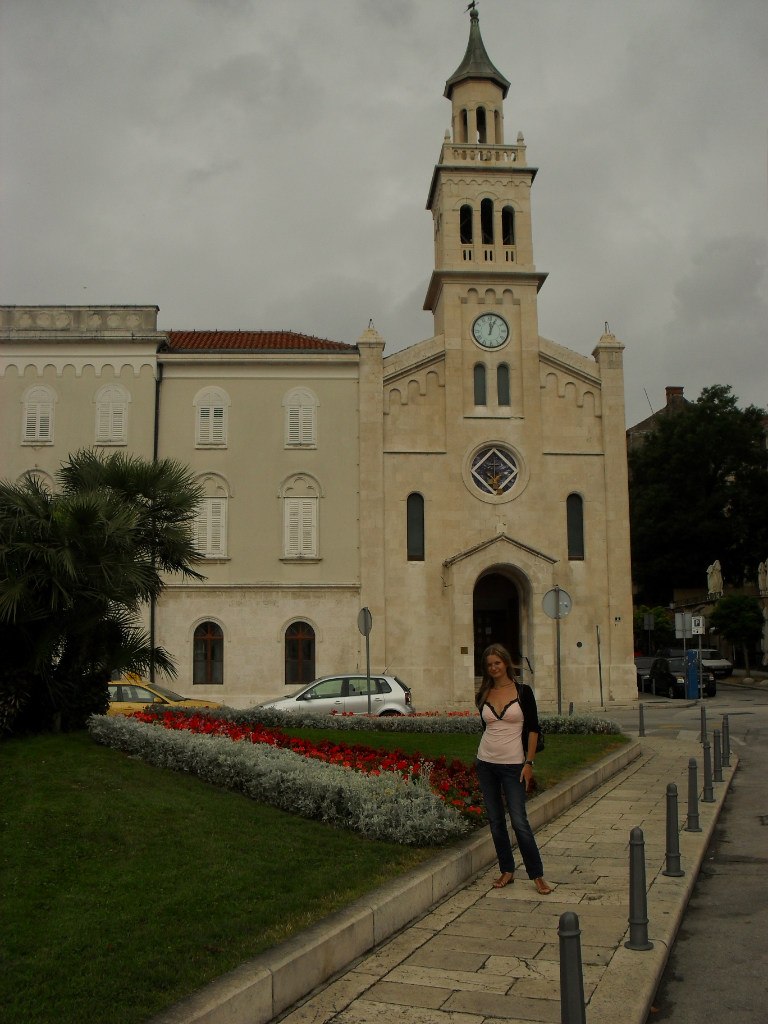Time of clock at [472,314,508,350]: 12:04
